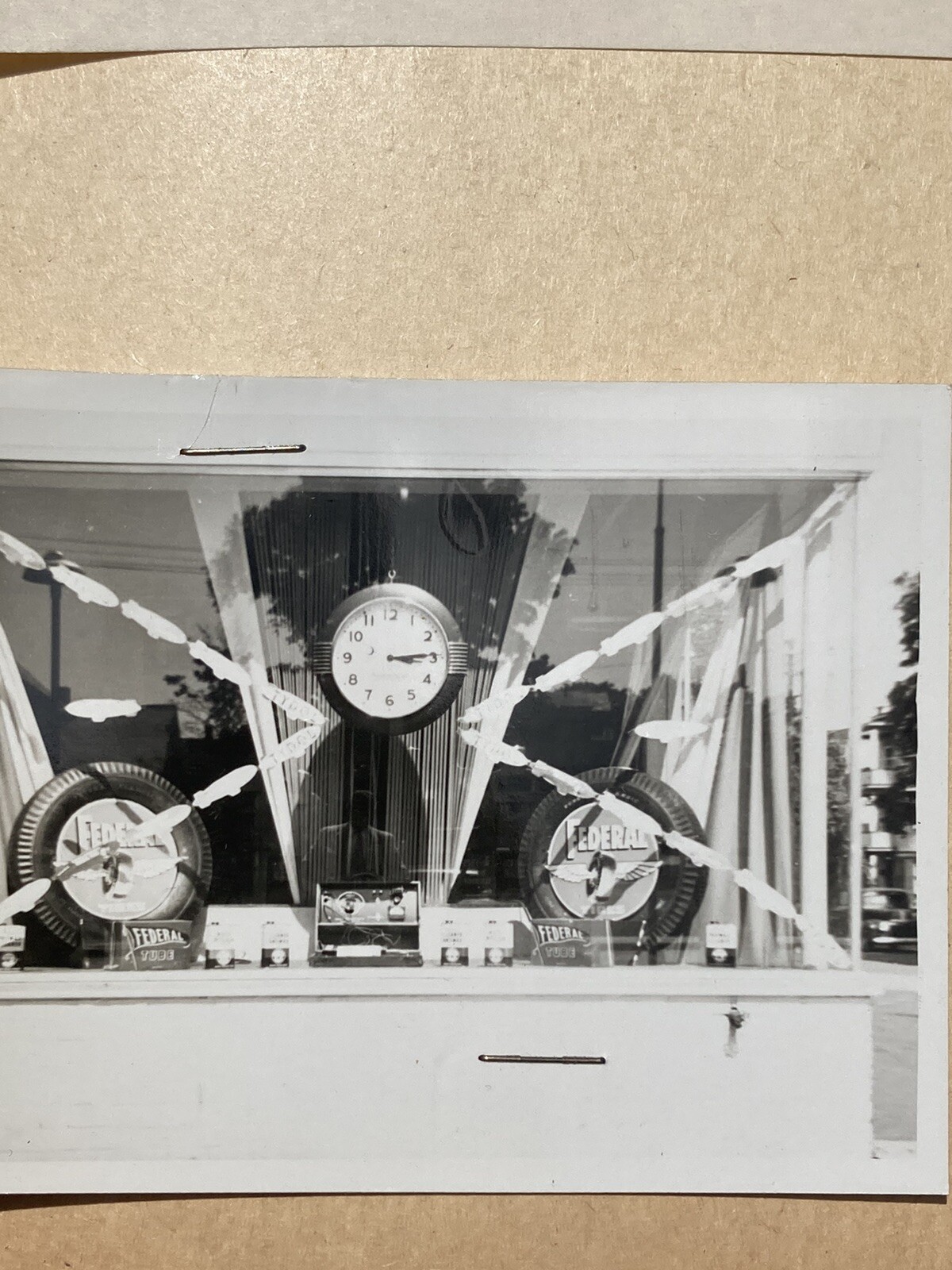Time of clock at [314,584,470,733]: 3:14
